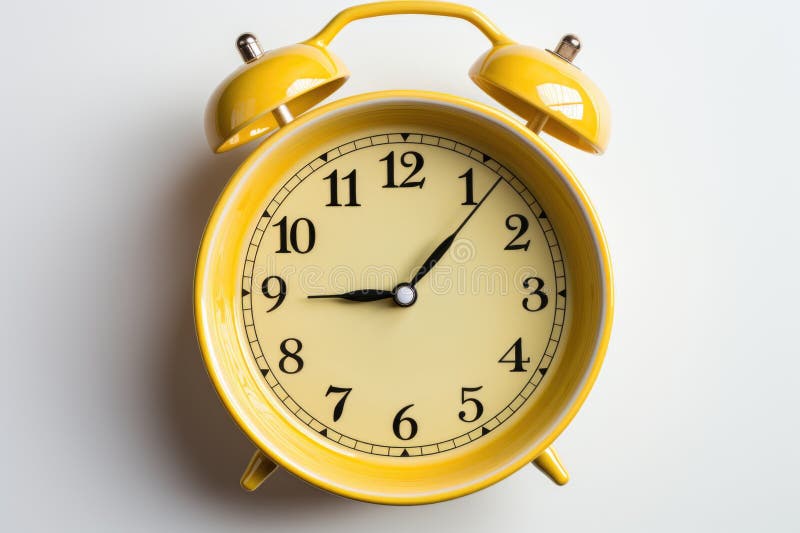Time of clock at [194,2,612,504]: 9:06
